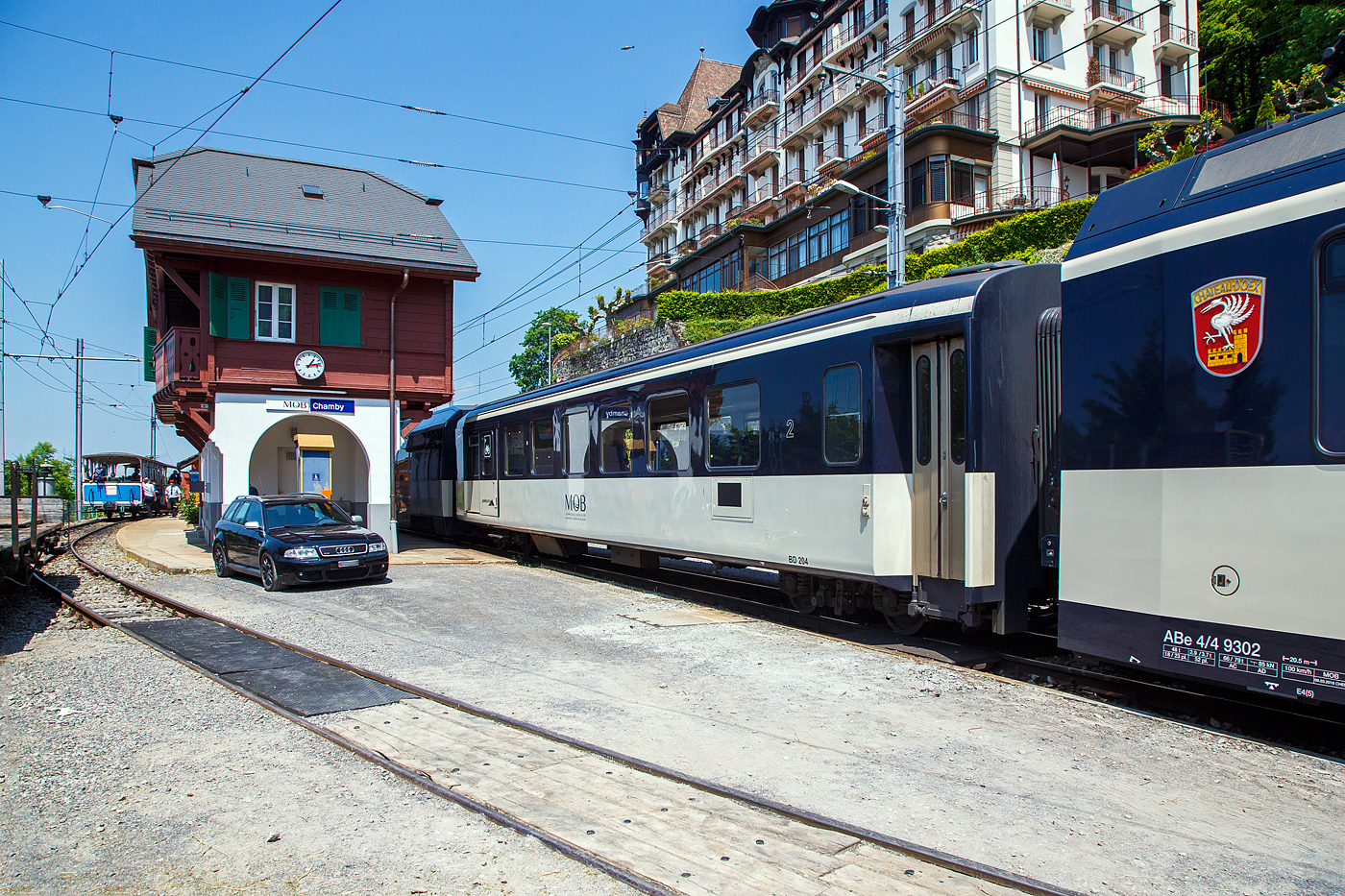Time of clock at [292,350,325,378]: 1:13
